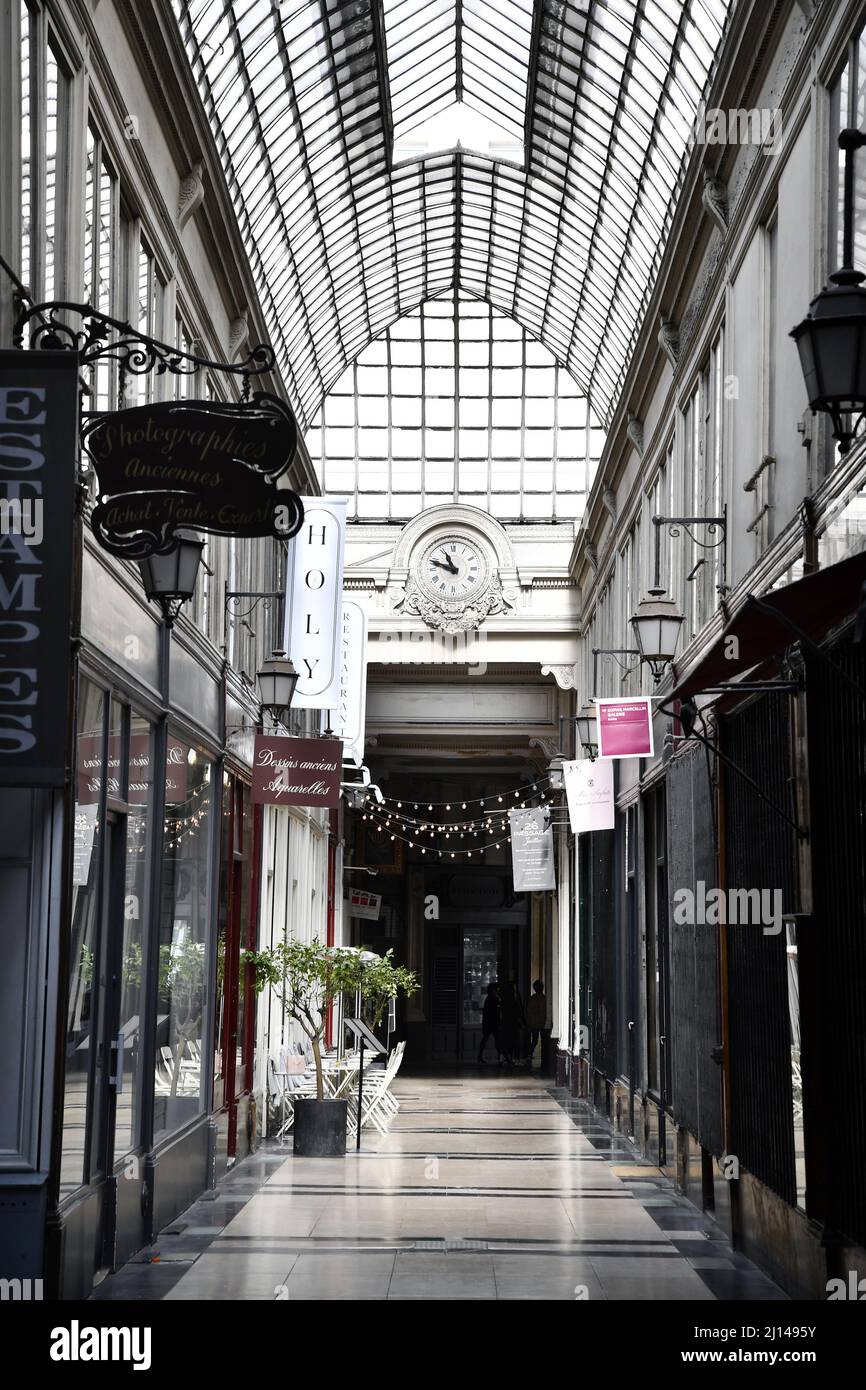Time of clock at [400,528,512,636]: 10:48
